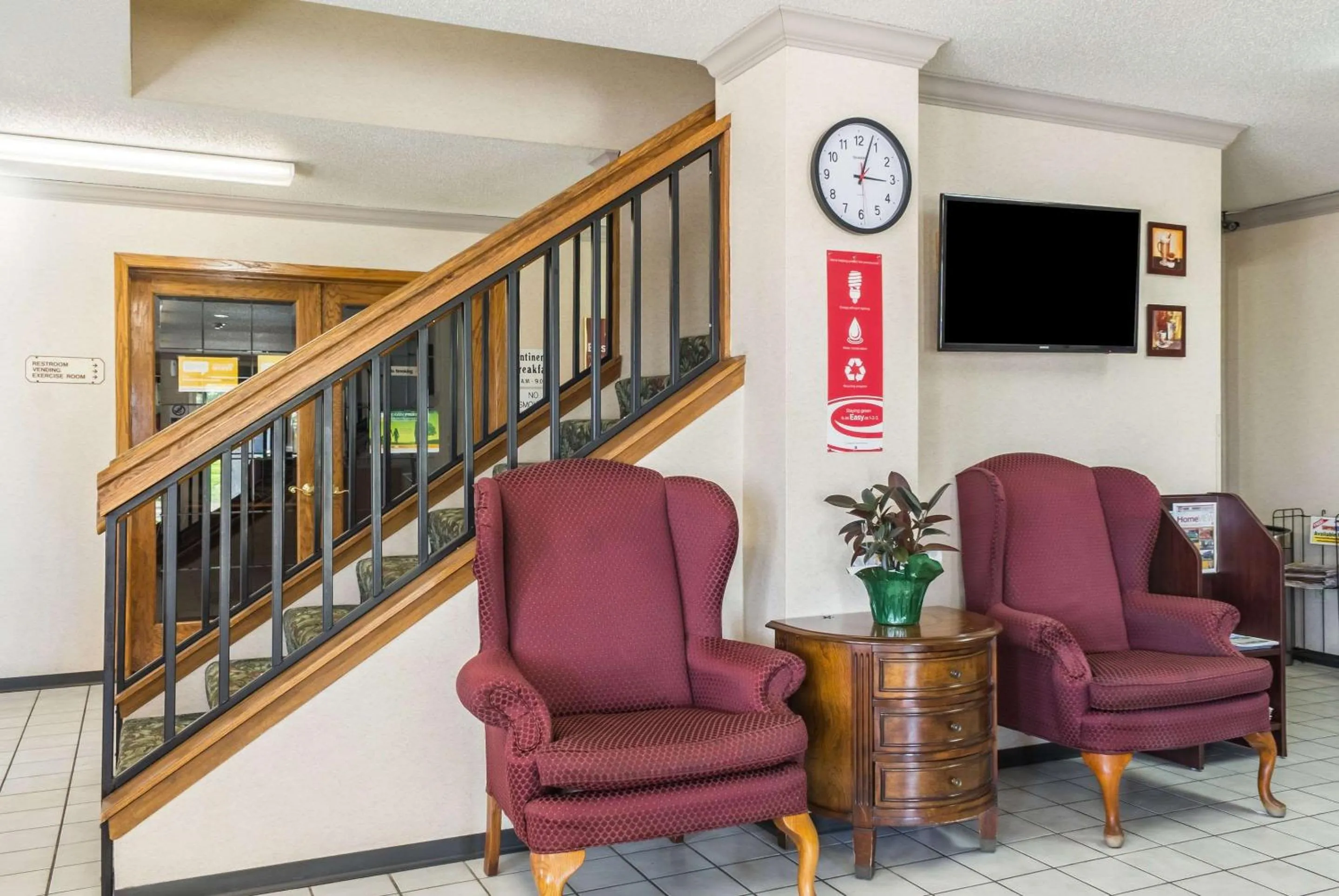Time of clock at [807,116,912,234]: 3:03
